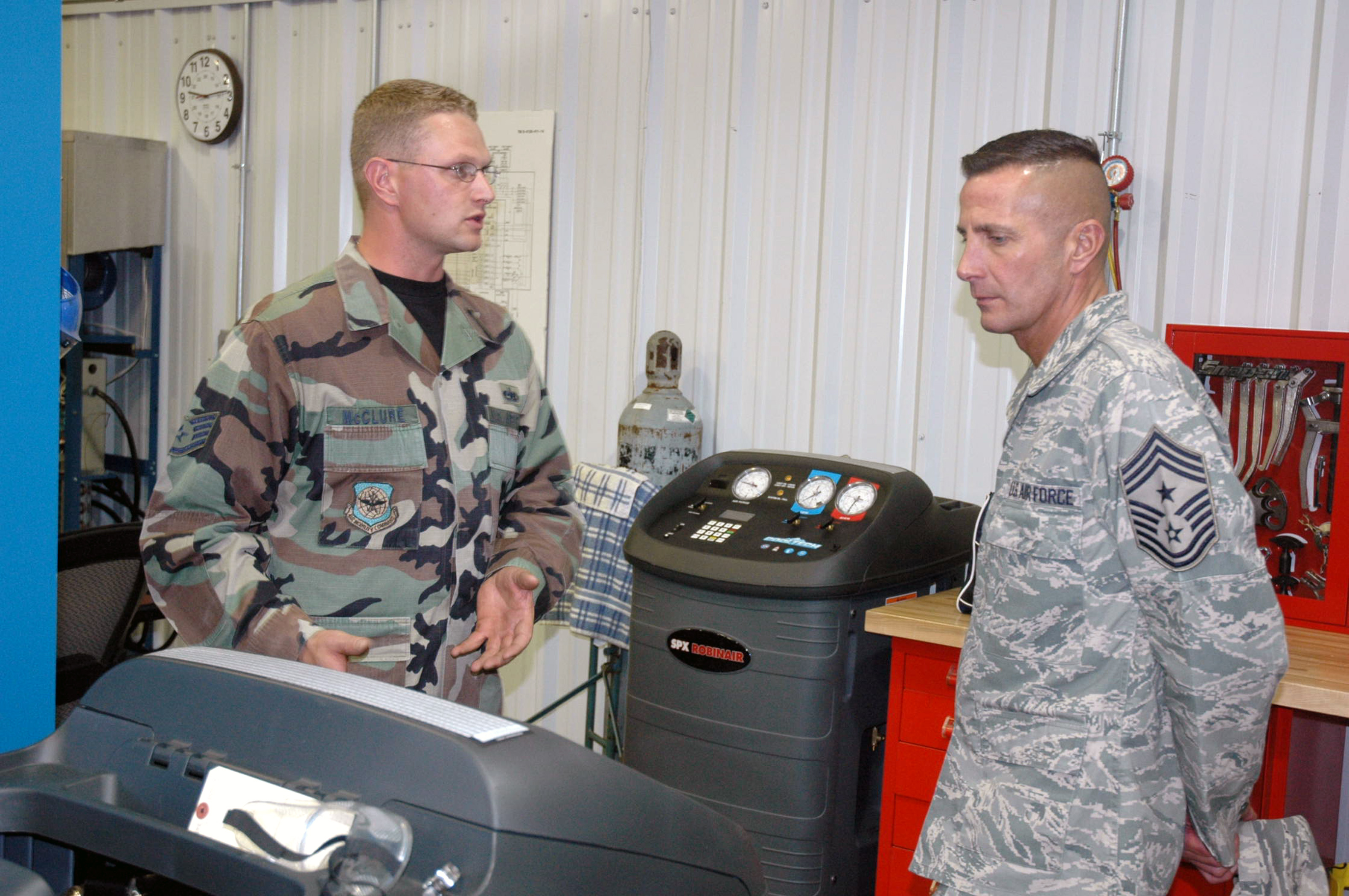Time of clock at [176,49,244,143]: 9:13
